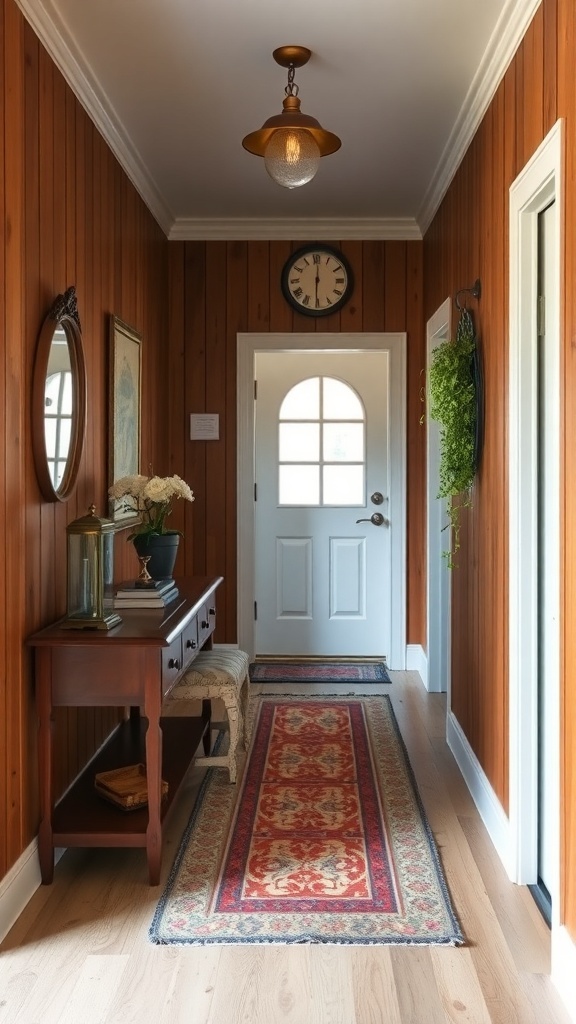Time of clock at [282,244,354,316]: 6:00
